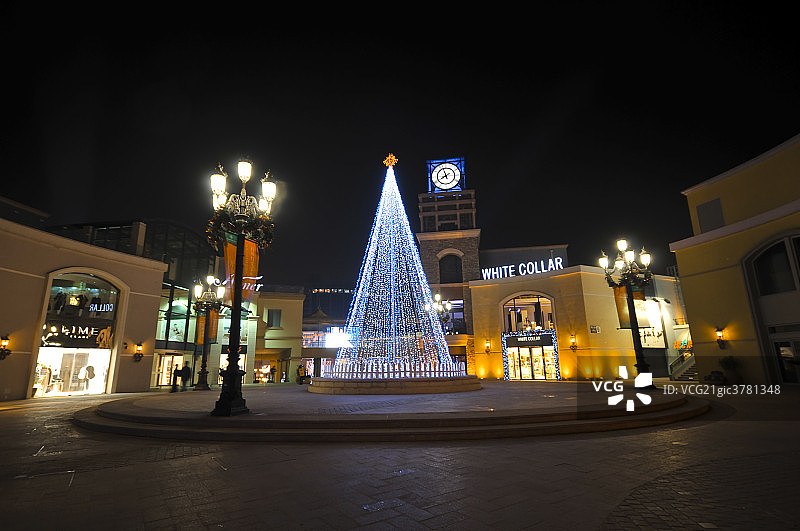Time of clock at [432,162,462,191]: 7:57
